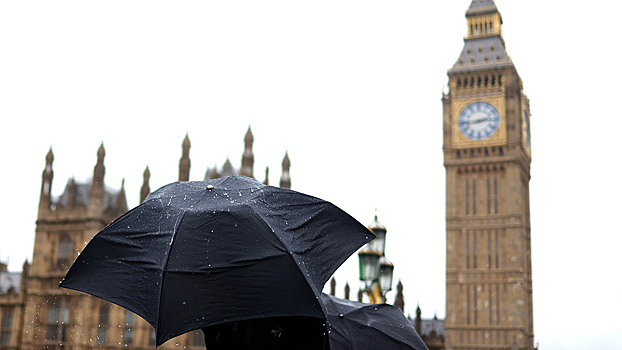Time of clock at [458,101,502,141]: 2:43
